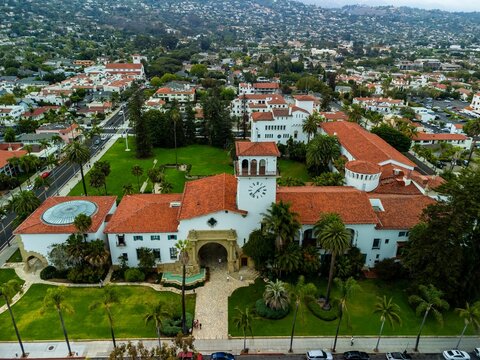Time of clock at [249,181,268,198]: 1:36
